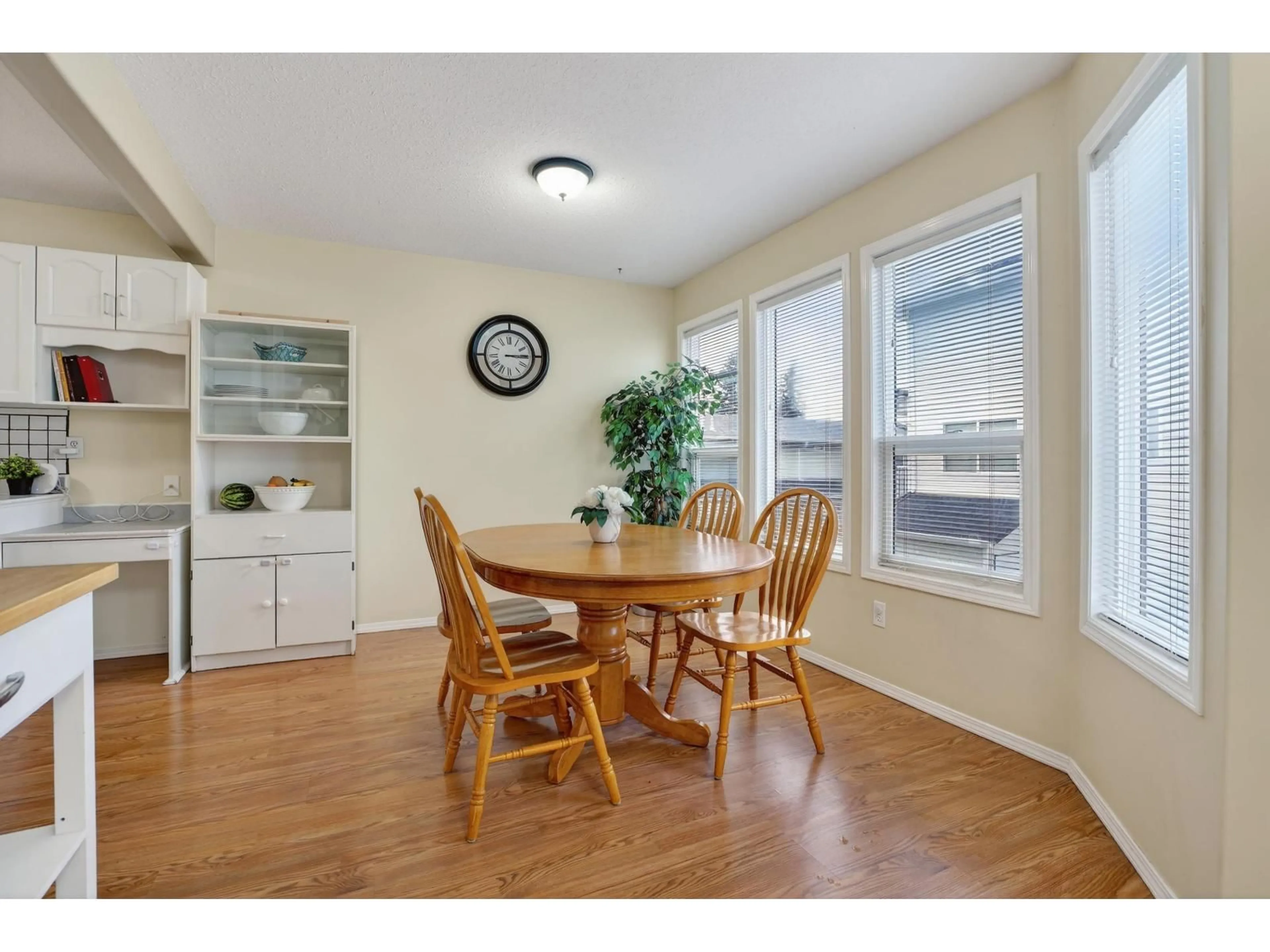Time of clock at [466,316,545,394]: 3:14
